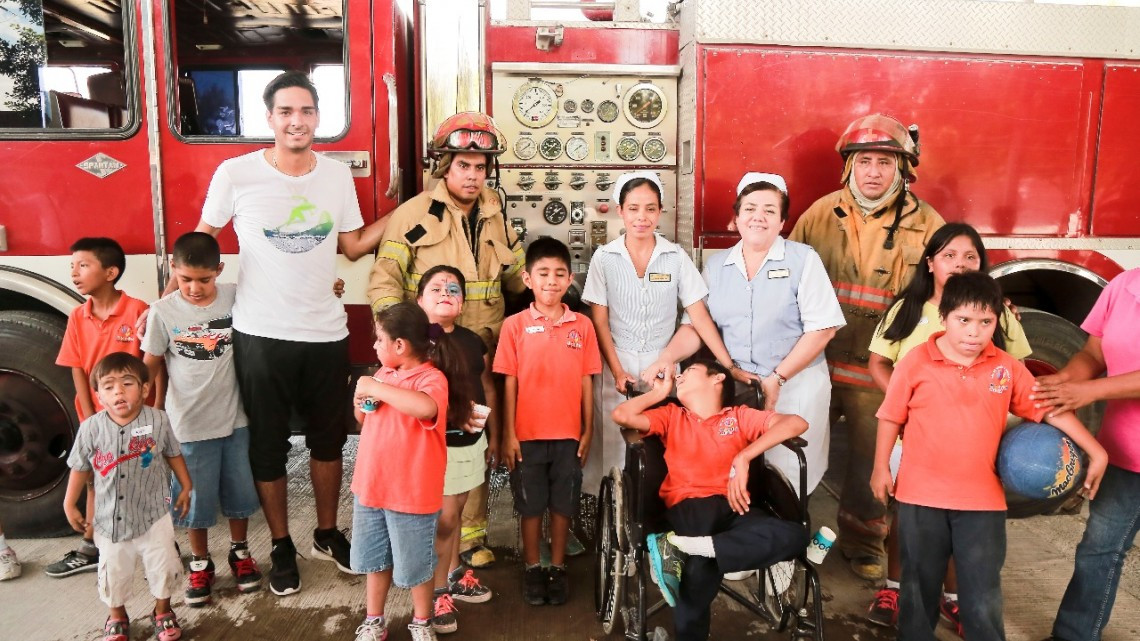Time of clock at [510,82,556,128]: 1:36
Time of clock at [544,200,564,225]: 1:39
